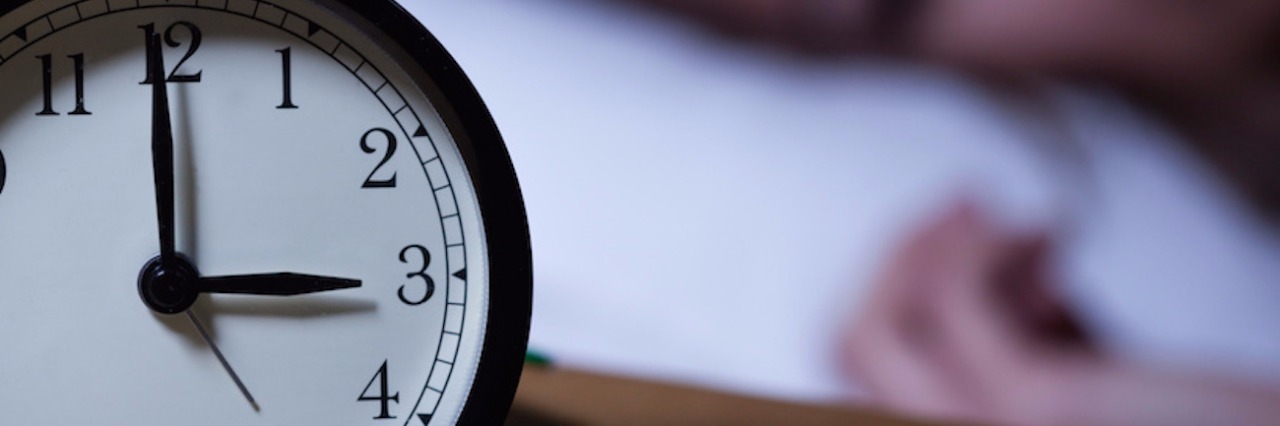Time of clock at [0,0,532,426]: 2:59
